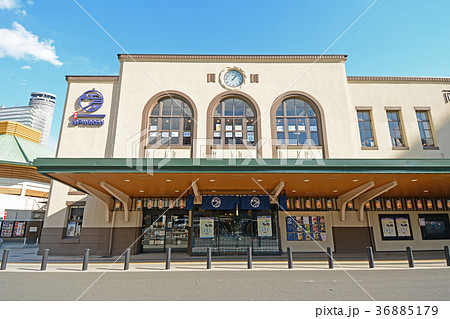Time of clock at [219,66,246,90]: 1:07
